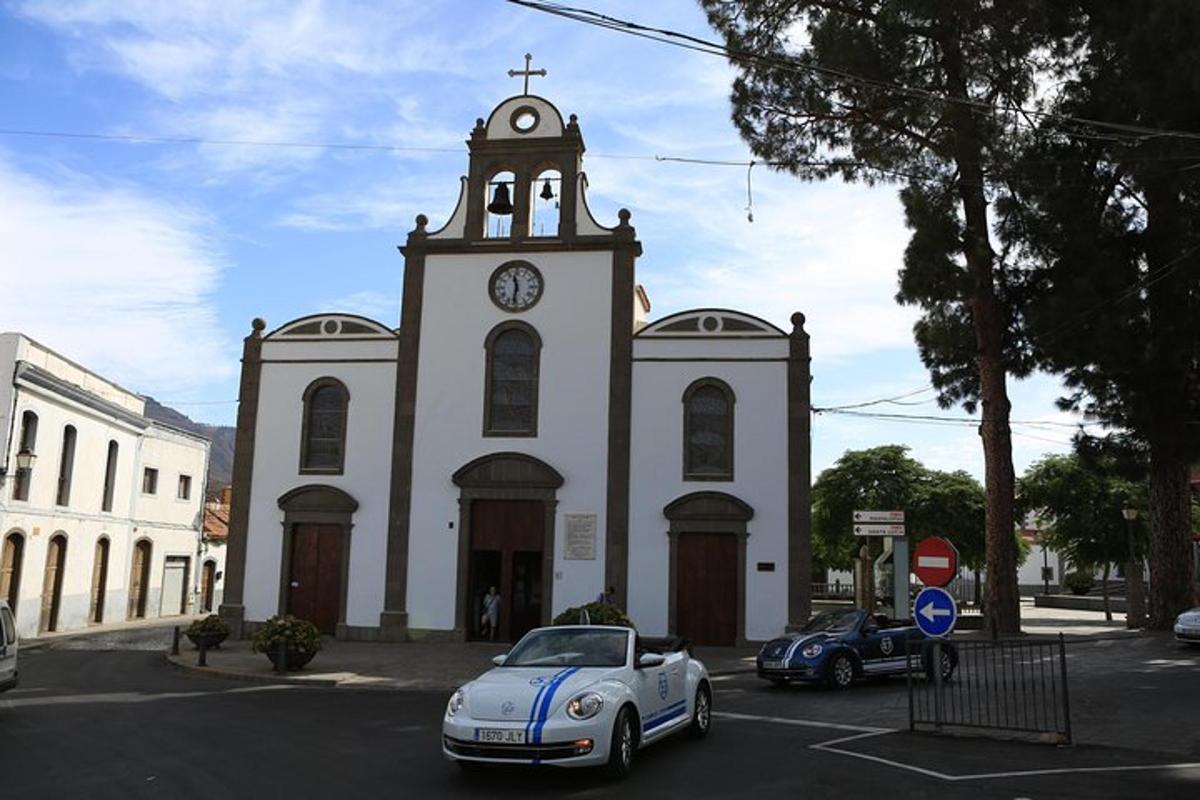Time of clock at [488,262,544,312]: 11:32
